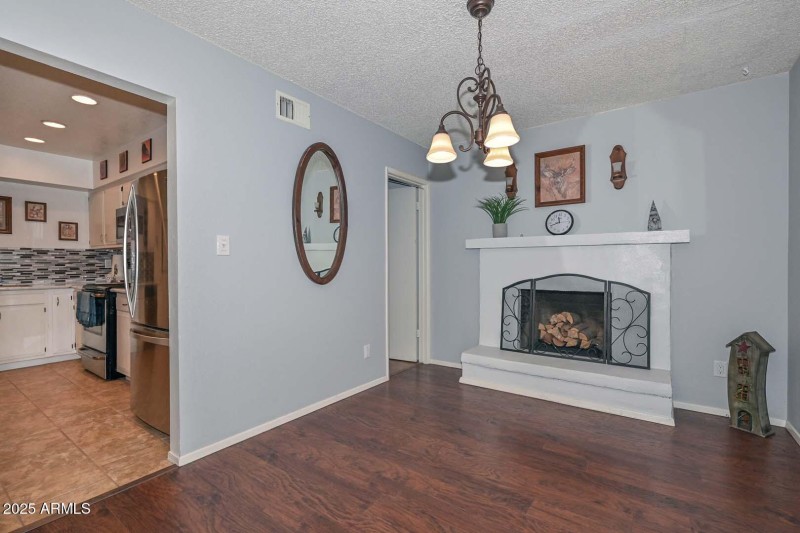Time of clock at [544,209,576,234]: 11:41
